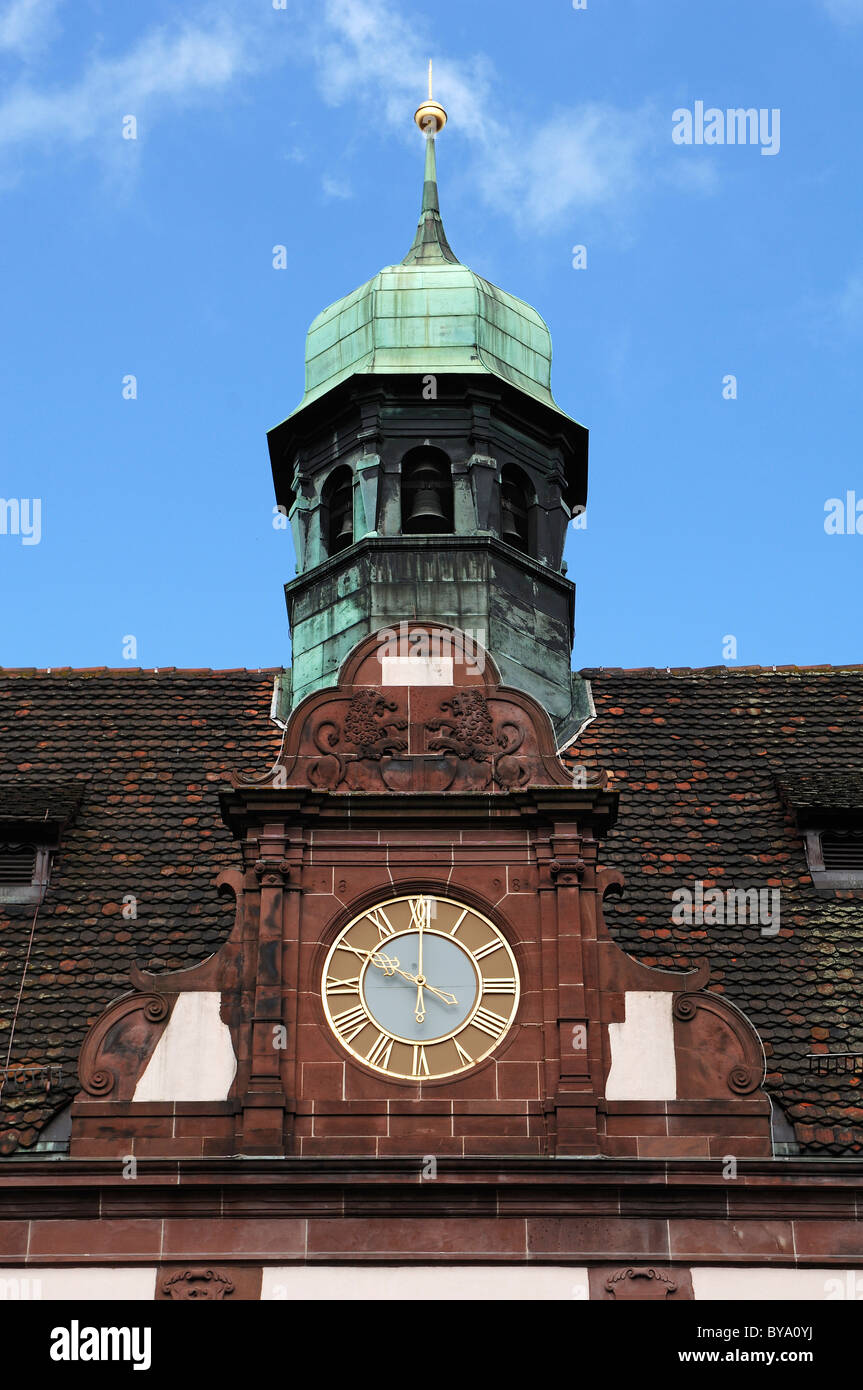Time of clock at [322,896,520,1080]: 3:50
